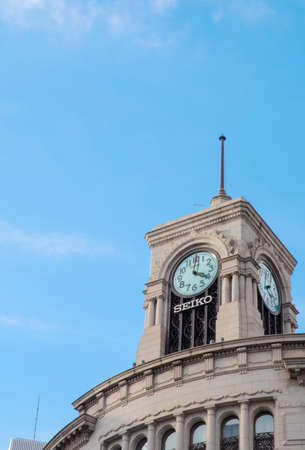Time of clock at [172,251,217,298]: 4:00
